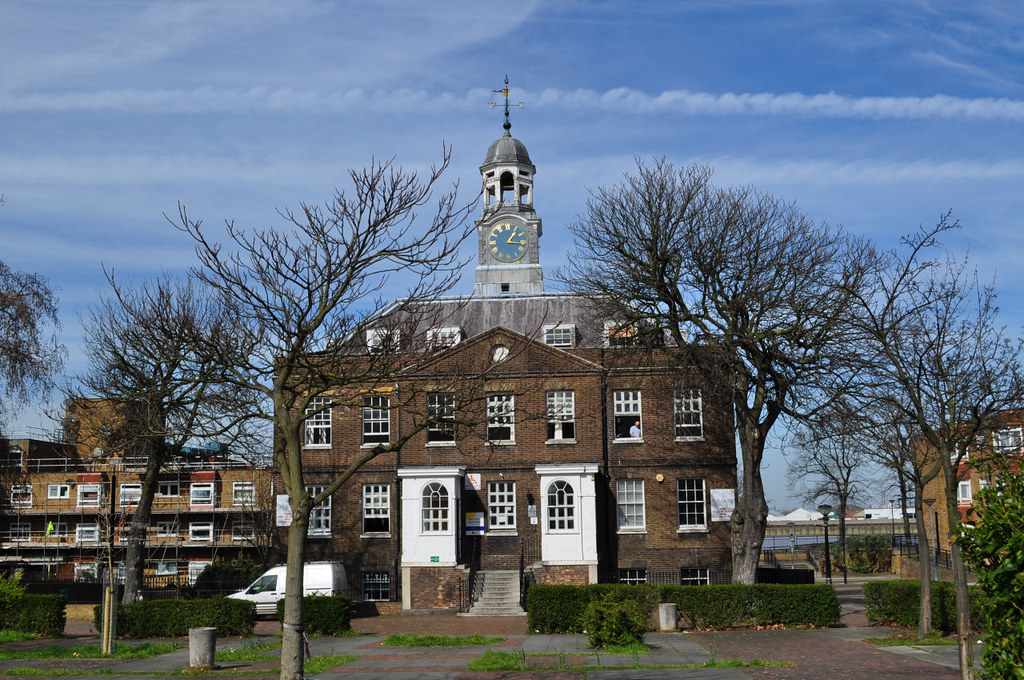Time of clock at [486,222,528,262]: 1:16
